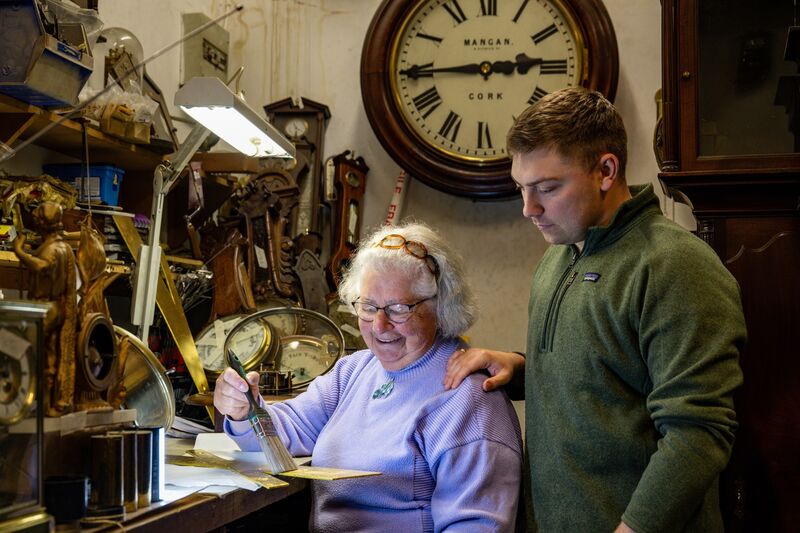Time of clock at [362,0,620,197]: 2:44
